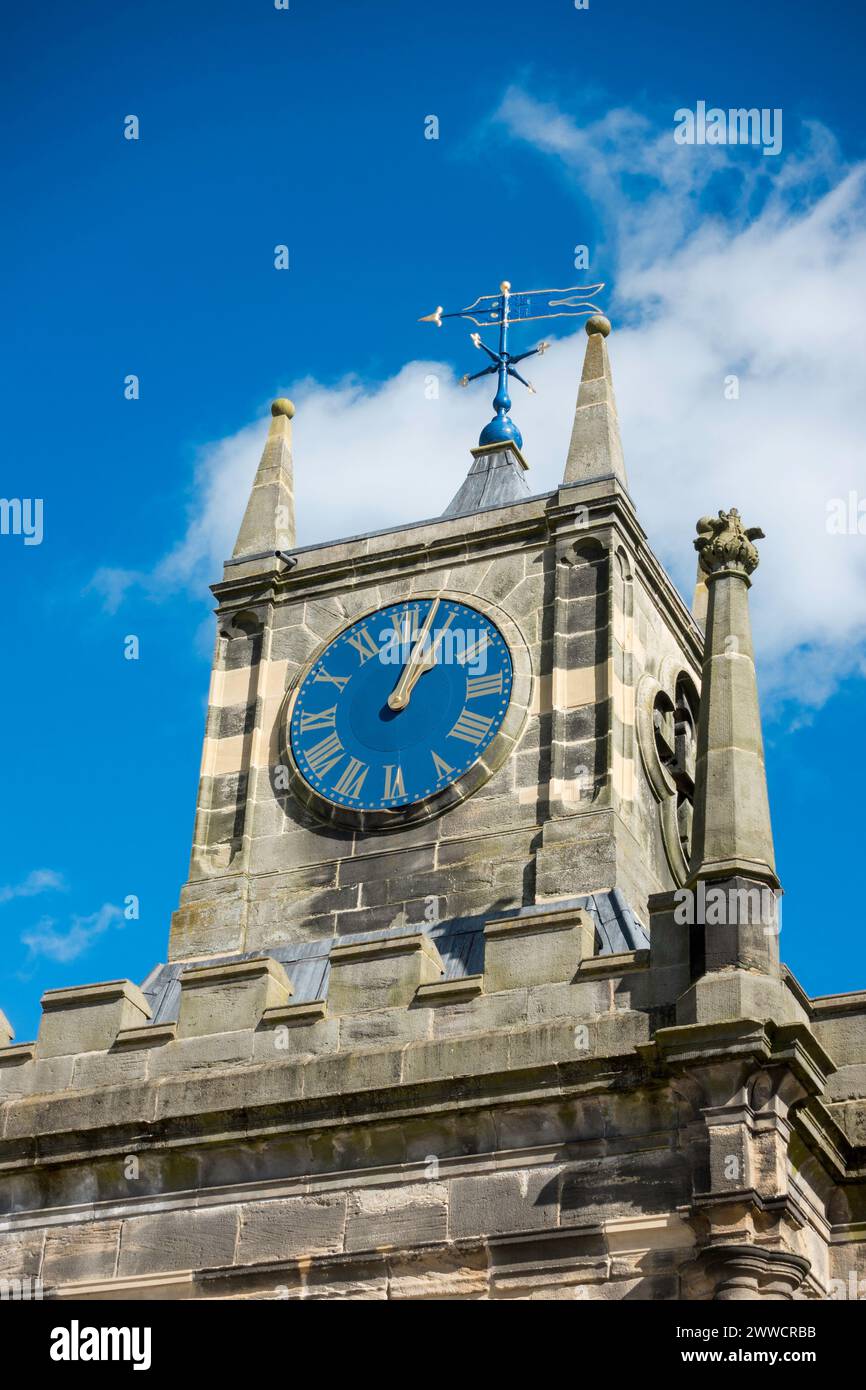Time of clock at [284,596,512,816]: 1:02
